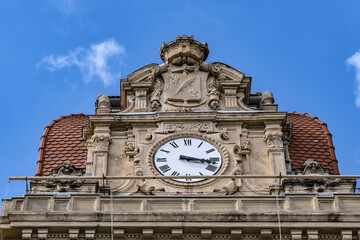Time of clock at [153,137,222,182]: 3:17
